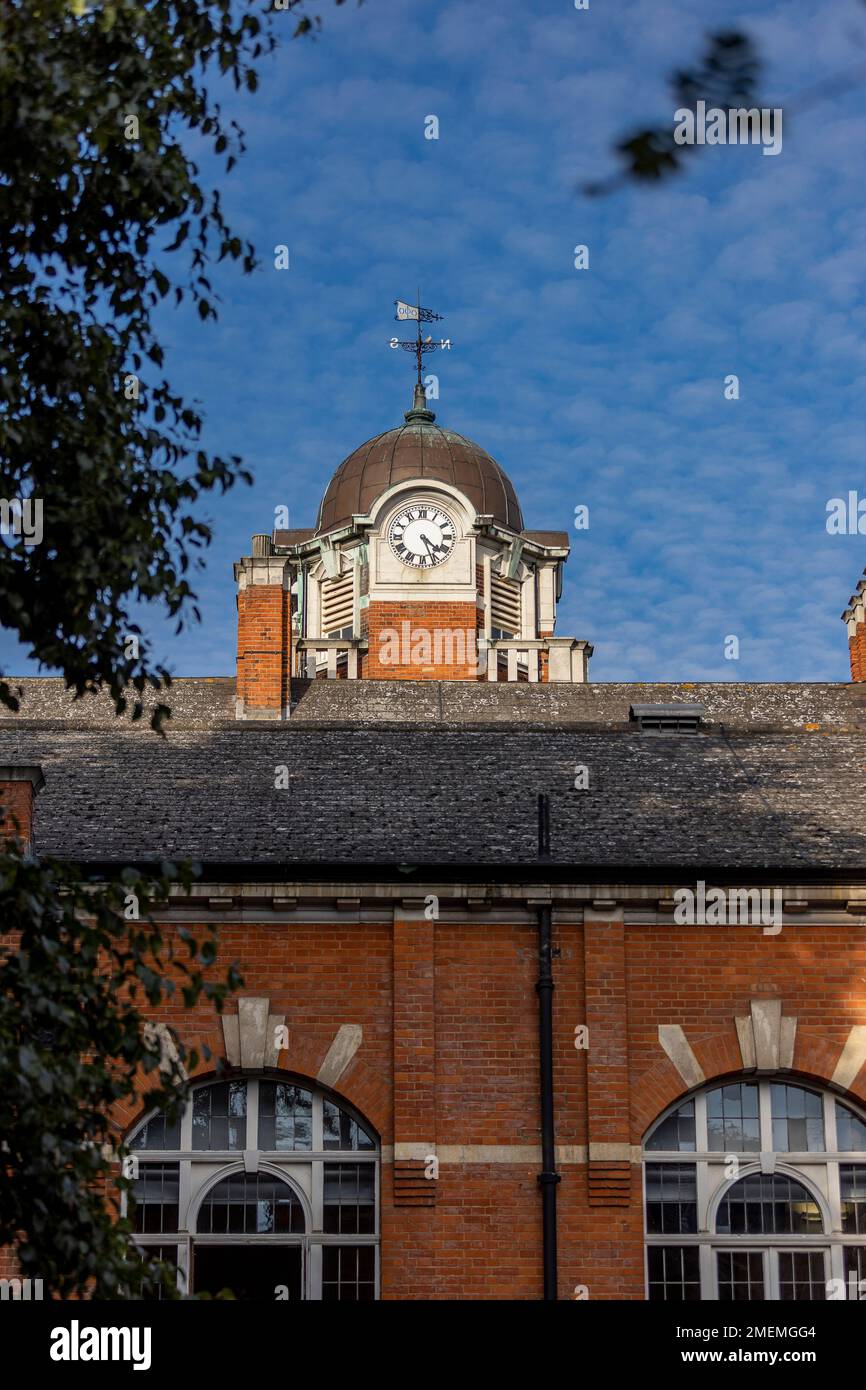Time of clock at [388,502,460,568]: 4:26
